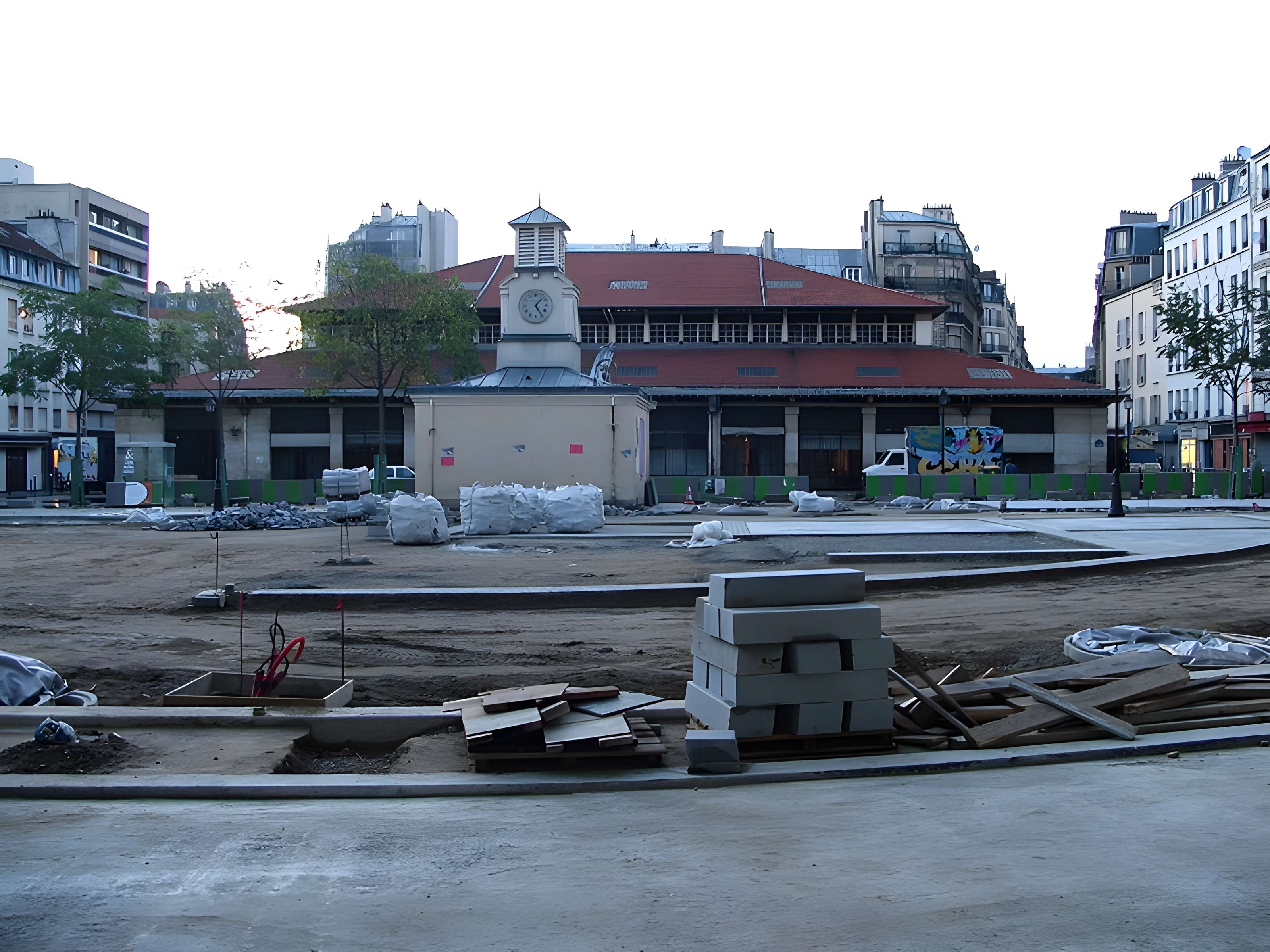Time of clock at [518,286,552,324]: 1:24
